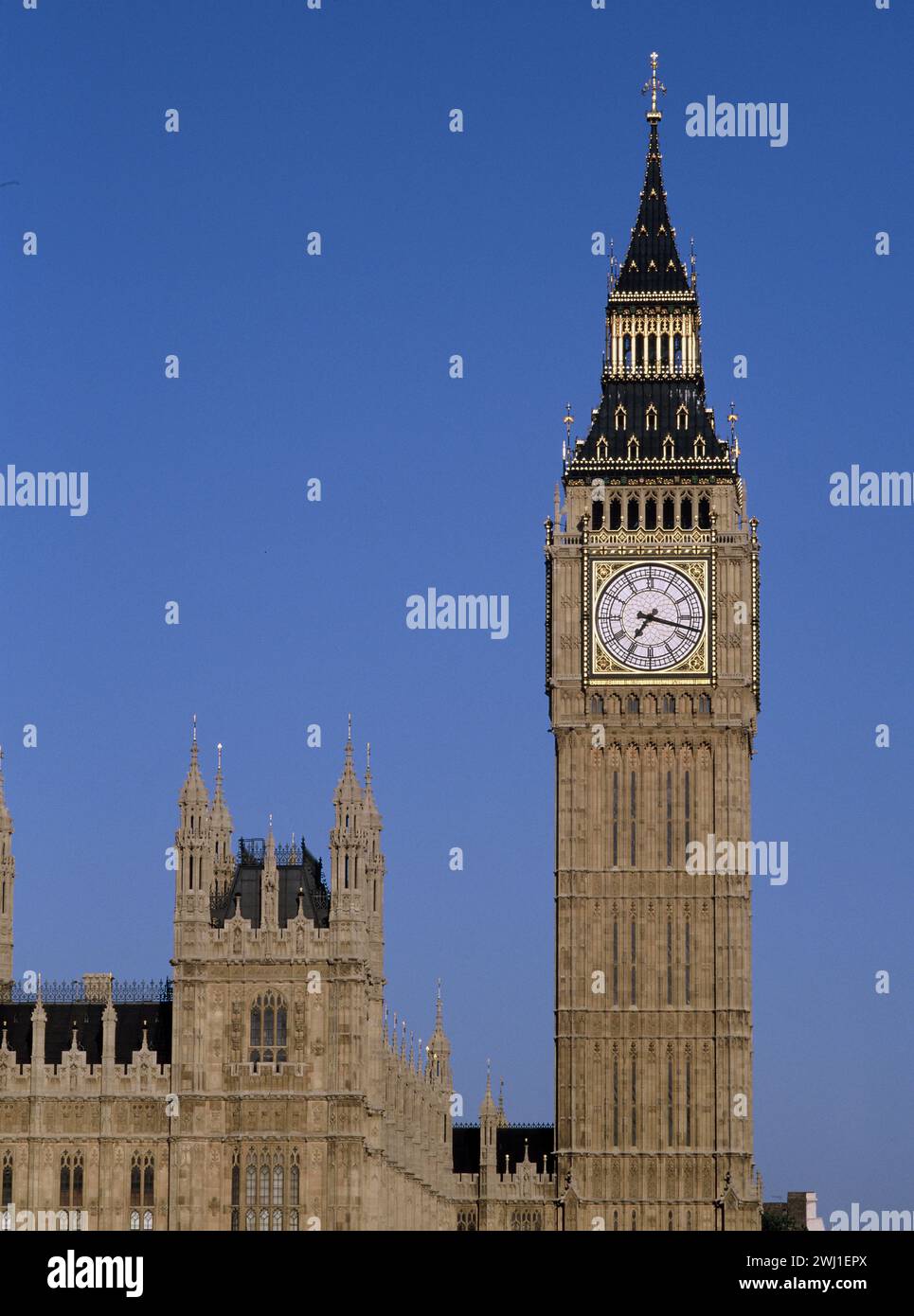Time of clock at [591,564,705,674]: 7:17
